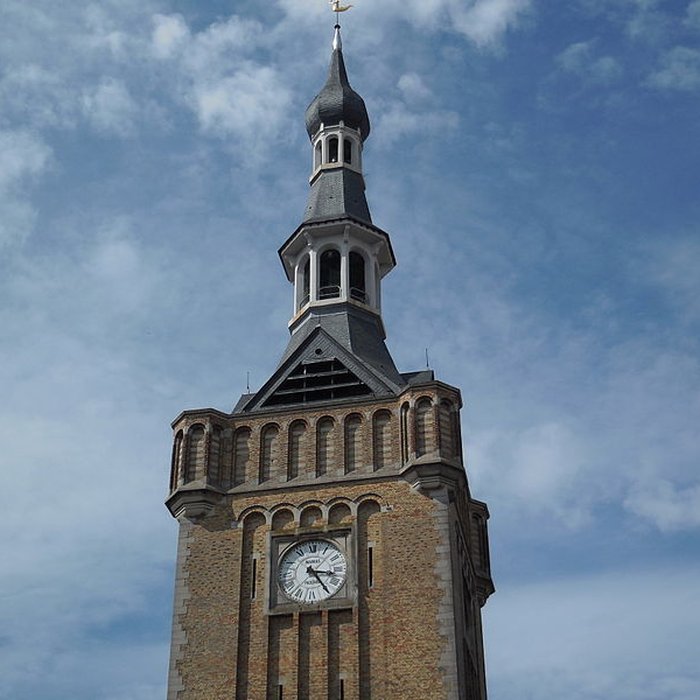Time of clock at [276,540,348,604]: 3:24
